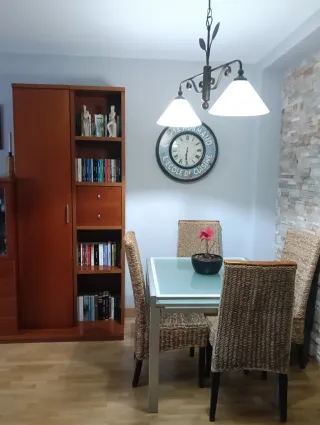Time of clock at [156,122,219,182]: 6:30
